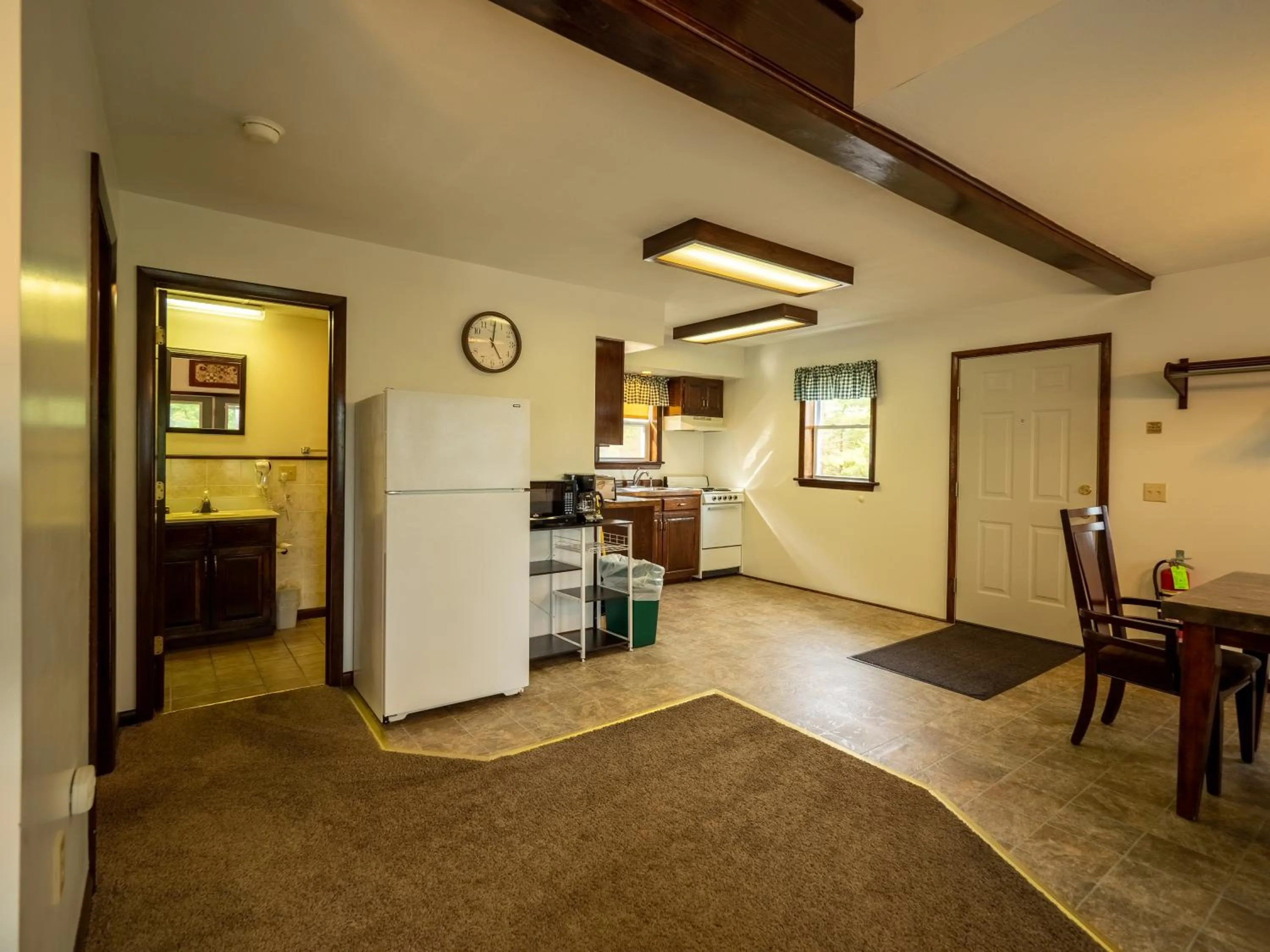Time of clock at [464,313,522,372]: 5:01
